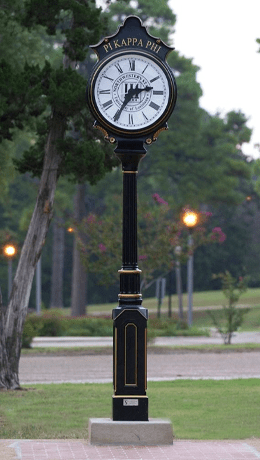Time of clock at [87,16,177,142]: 2:34
